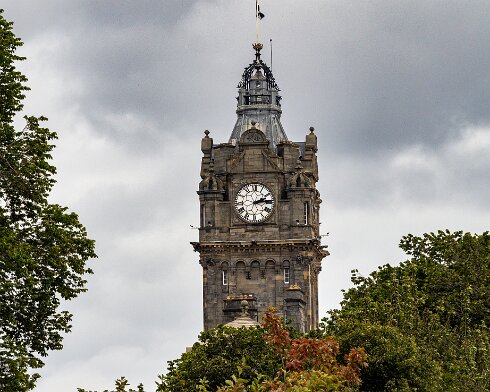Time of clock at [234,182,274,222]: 2:13
